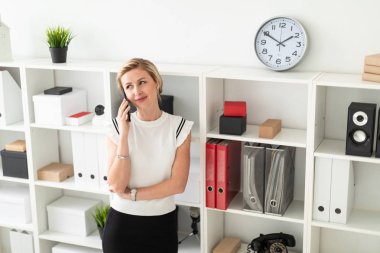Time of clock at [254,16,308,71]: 1:50
